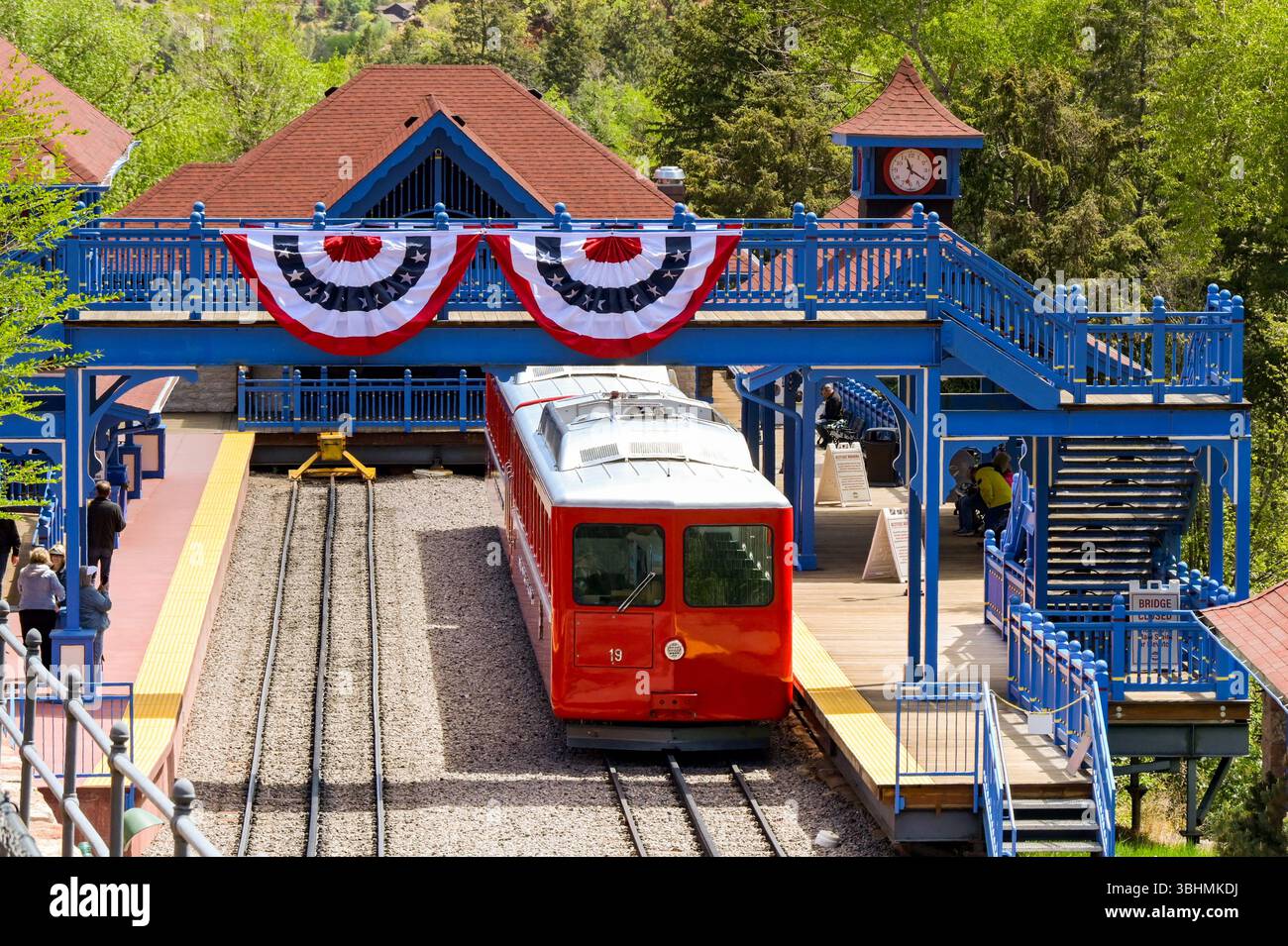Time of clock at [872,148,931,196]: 11:20
